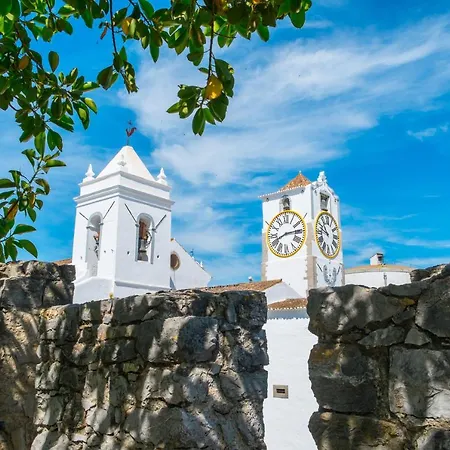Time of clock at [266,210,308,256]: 8:14
